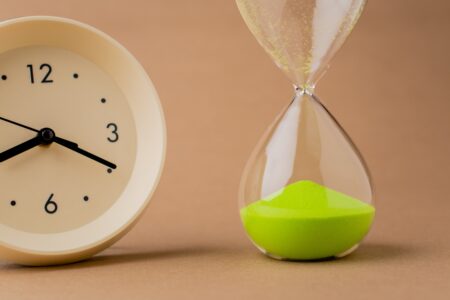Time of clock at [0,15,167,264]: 8:19
